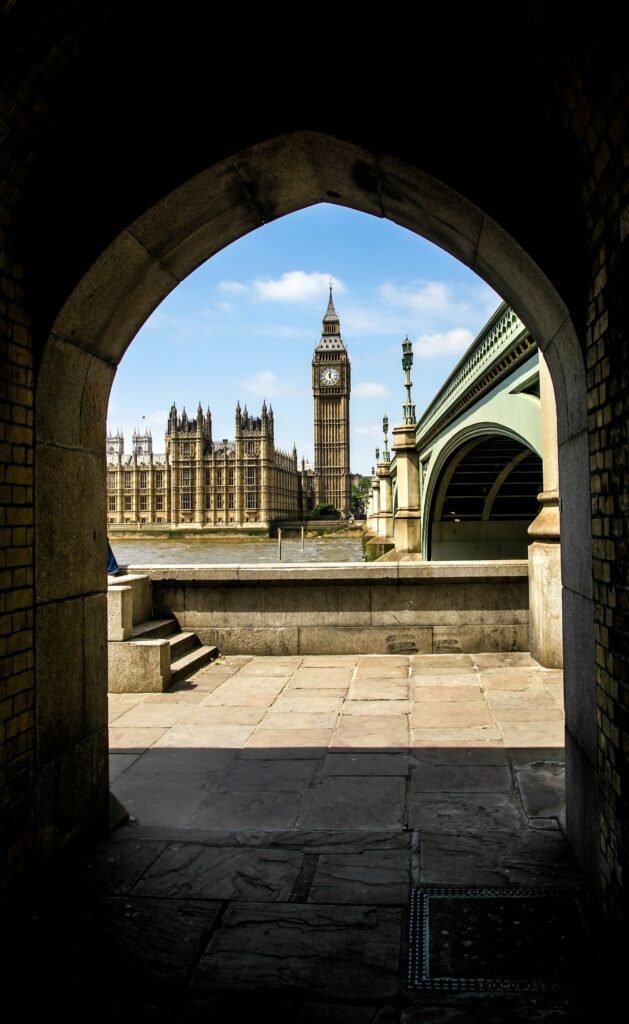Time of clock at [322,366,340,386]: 12:24
